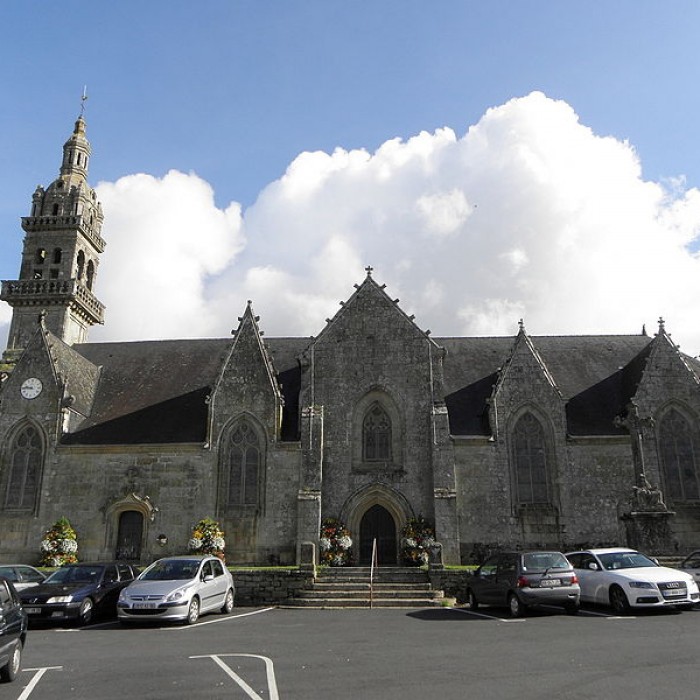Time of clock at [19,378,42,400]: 9:45
